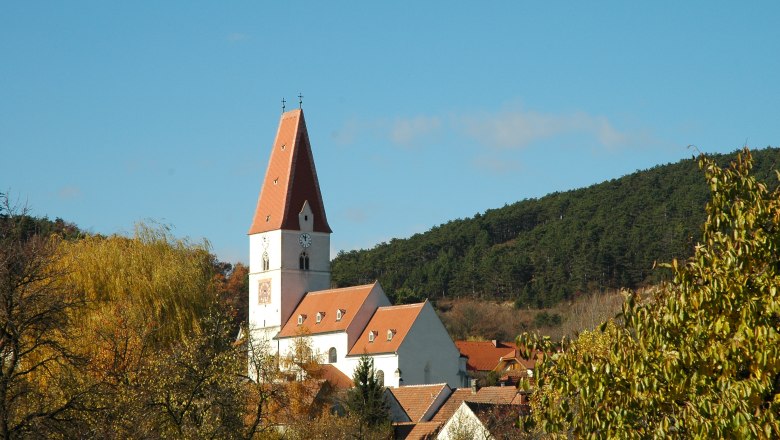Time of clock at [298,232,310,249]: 11:55
